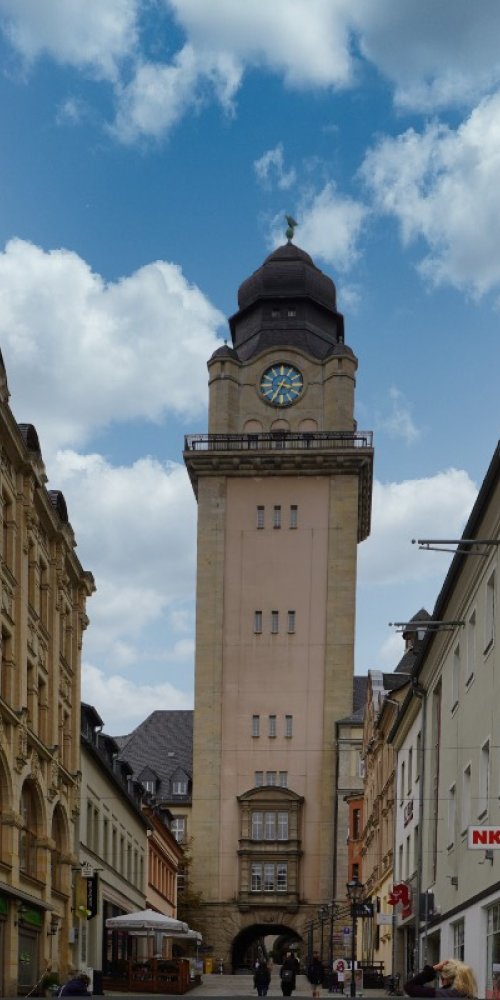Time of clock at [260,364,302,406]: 3:34
